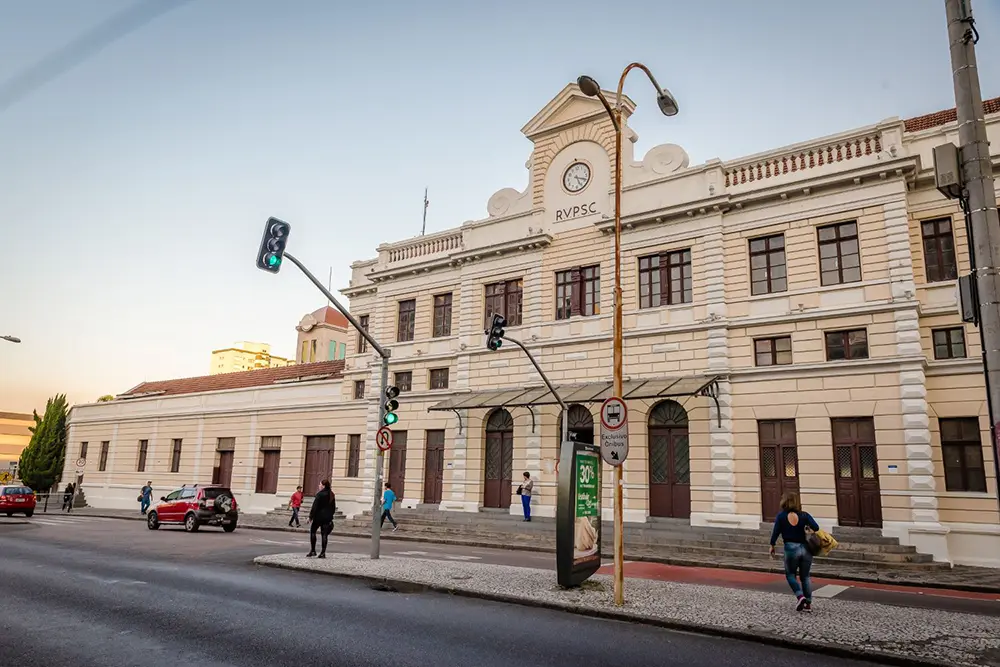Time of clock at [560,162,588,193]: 5:18
